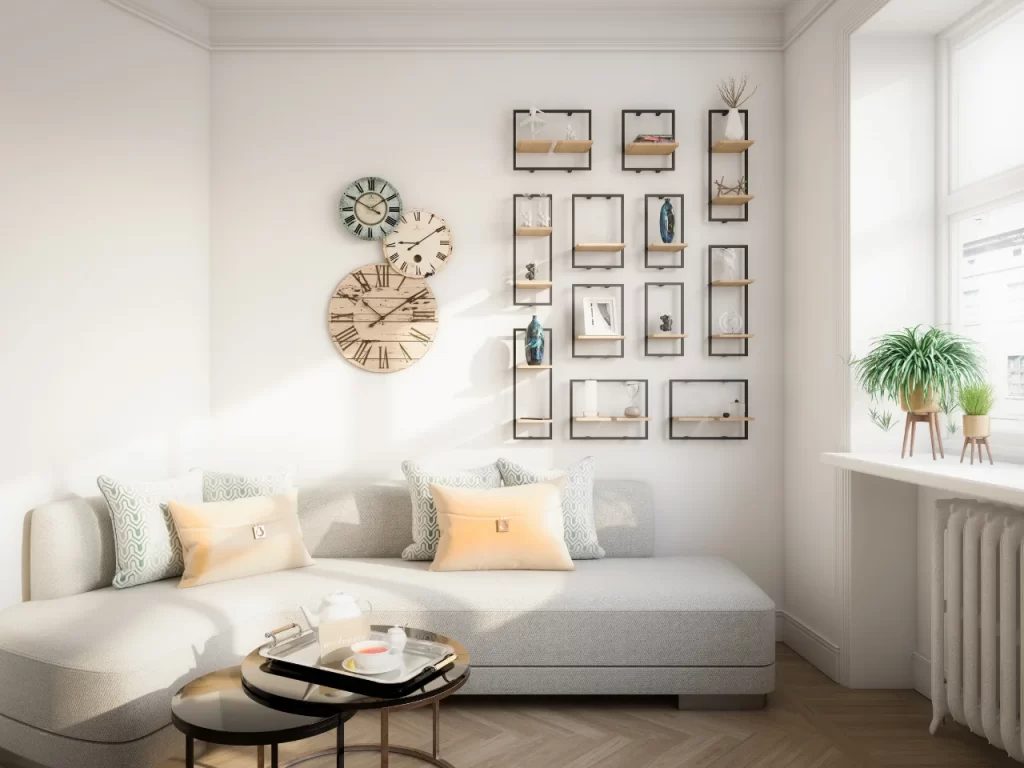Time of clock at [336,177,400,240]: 1:49
